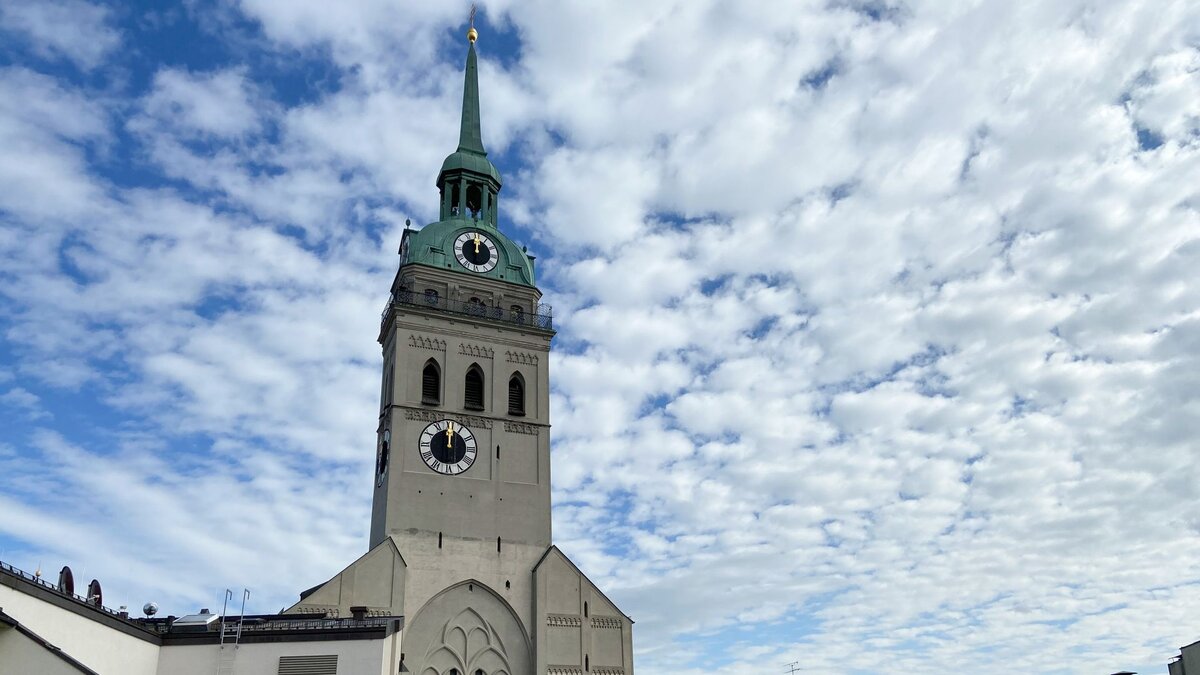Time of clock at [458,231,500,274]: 12:00
